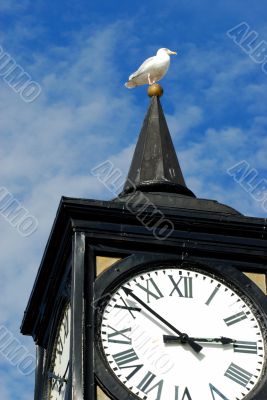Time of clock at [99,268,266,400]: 2:52
